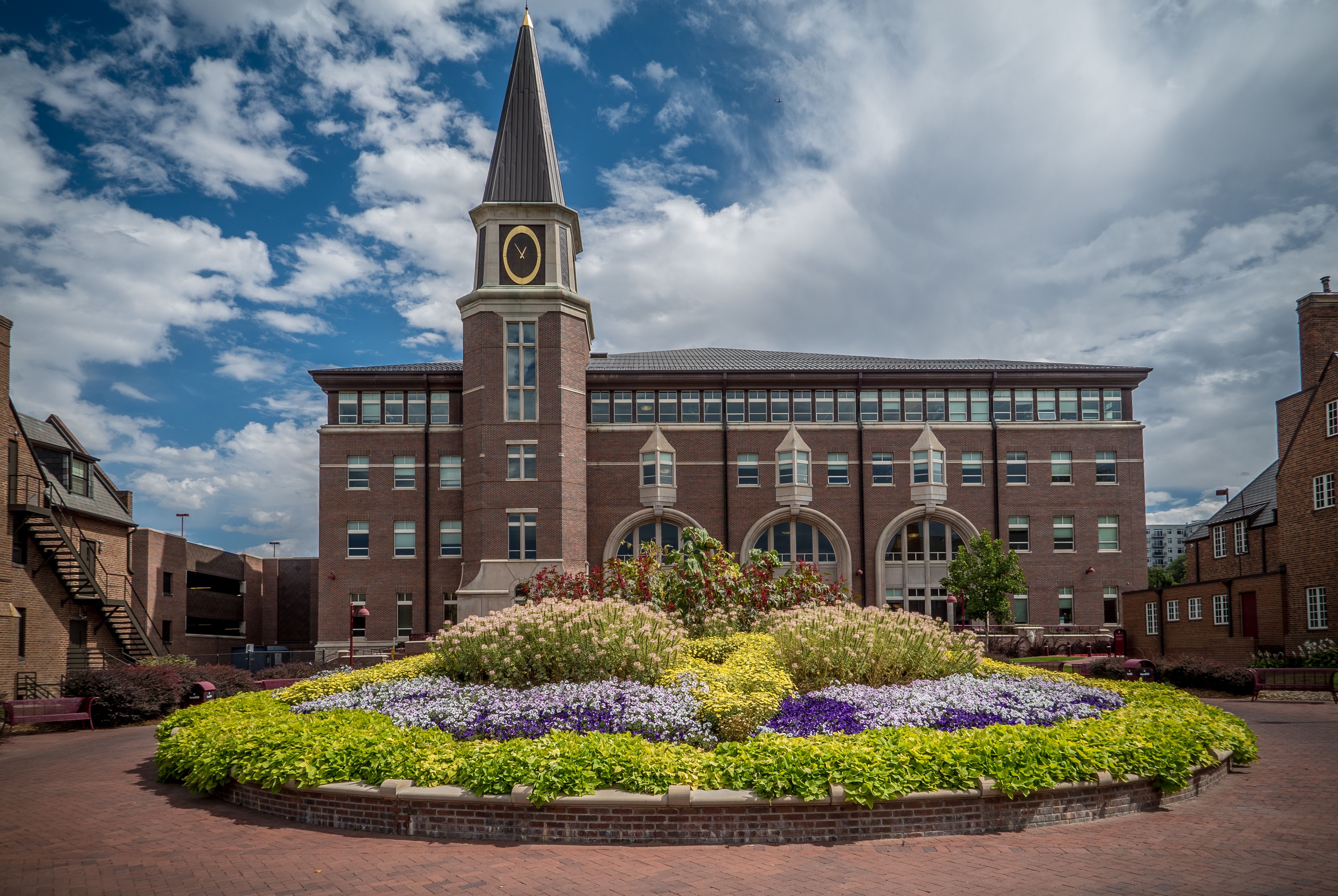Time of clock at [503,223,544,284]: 12:52
